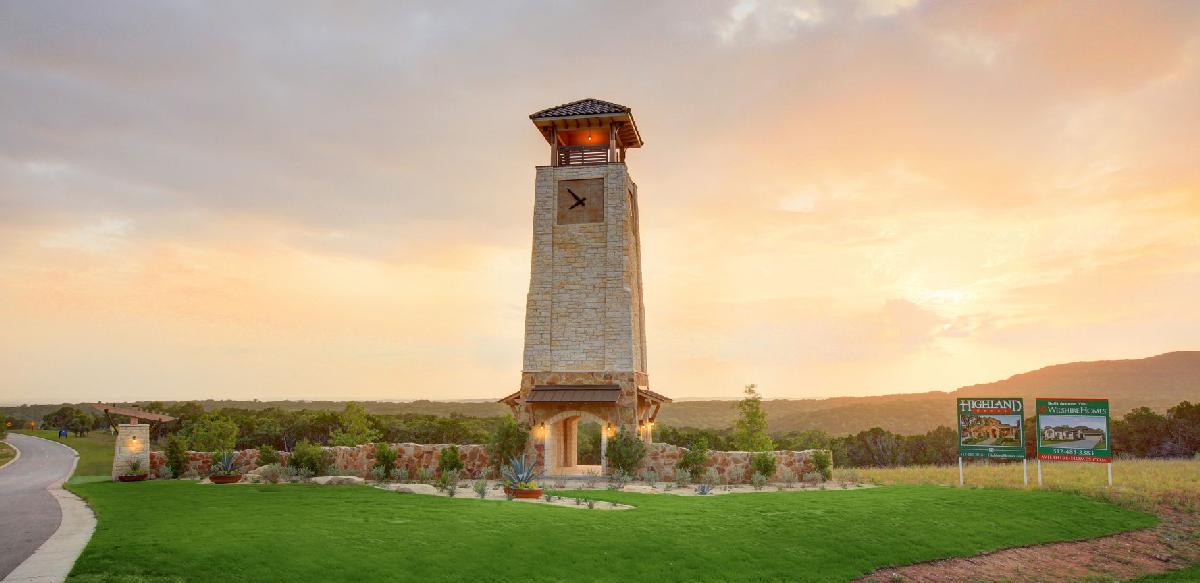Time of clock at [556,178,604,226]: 7:52
